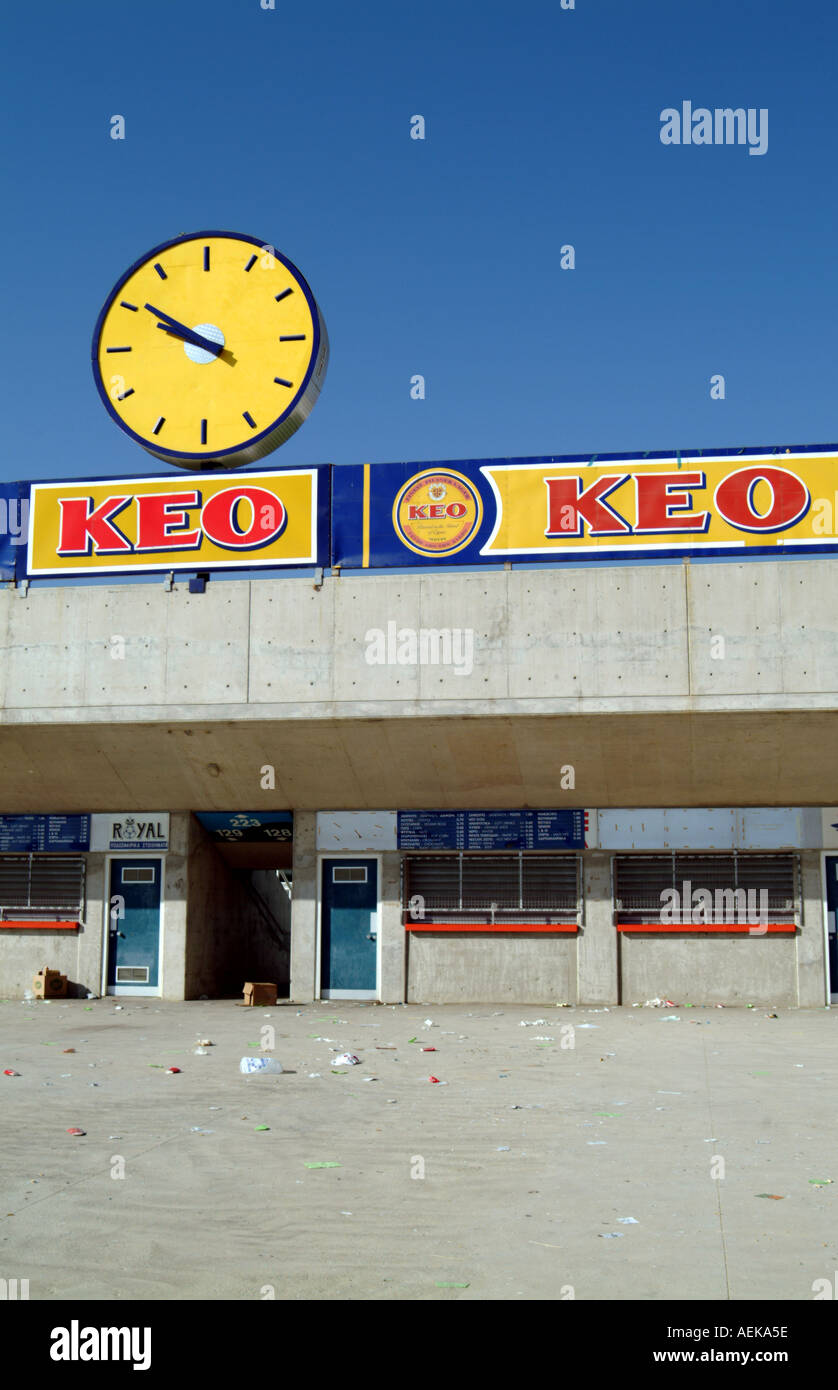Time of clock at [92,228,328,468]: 9:50
